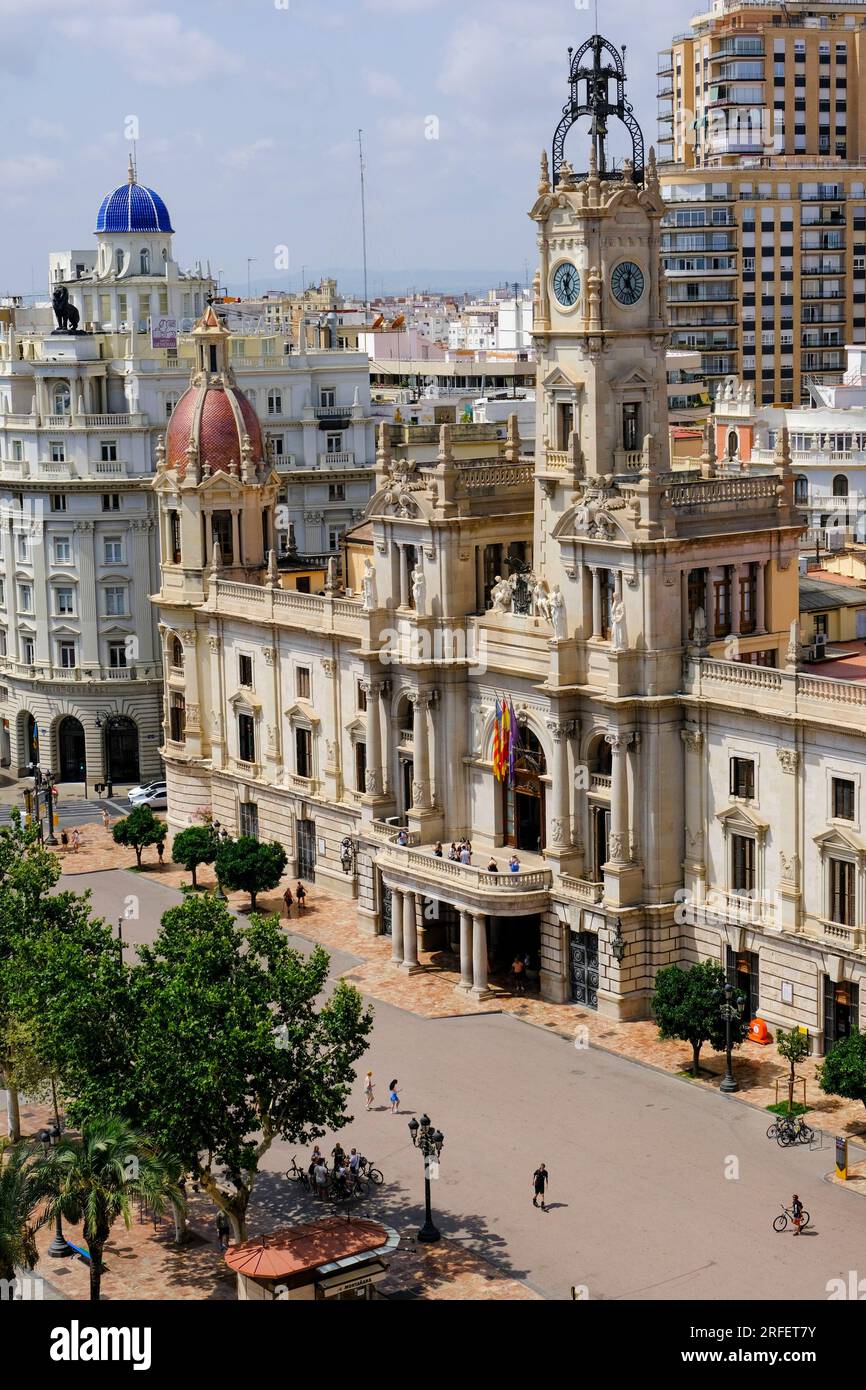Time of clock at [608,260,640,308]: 12:24
